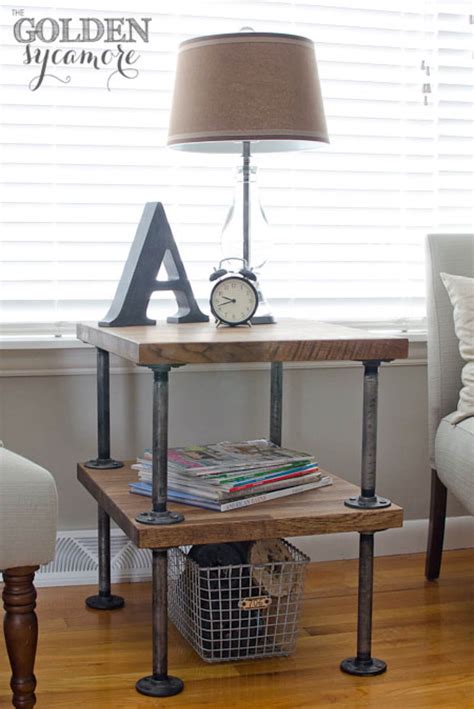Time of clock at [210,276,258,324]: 9:42
